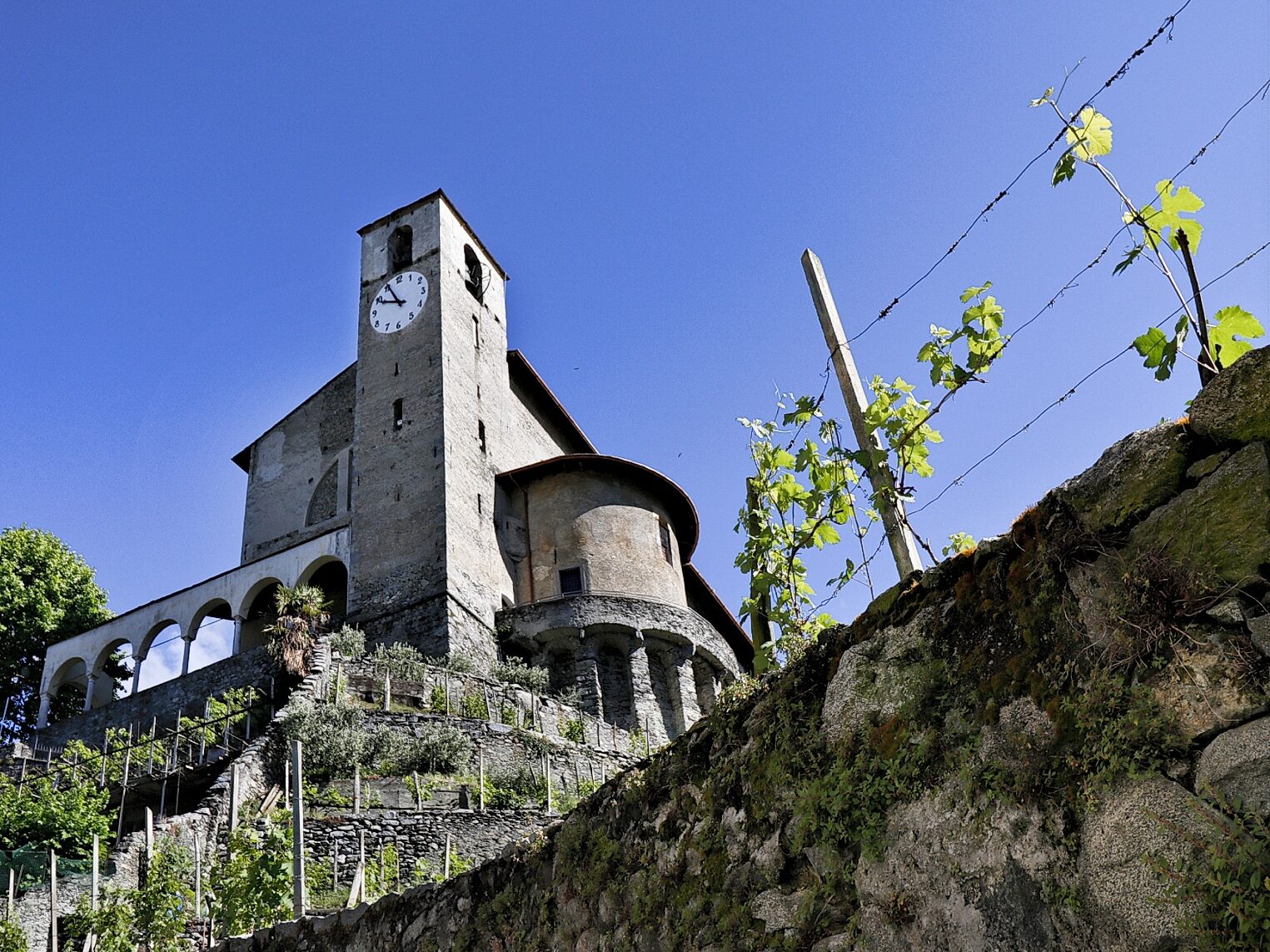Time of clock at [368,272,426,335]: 9:55
